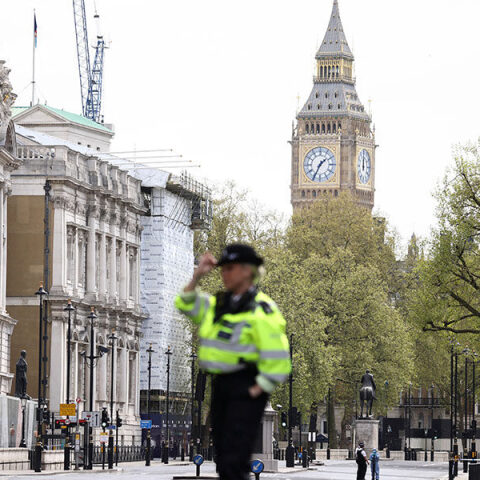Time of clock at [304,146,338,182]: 1:34
